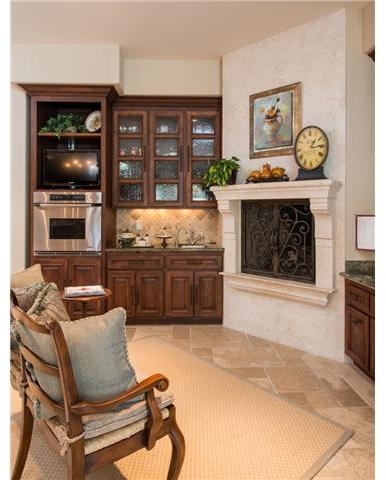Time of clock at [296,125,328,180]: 1:13
